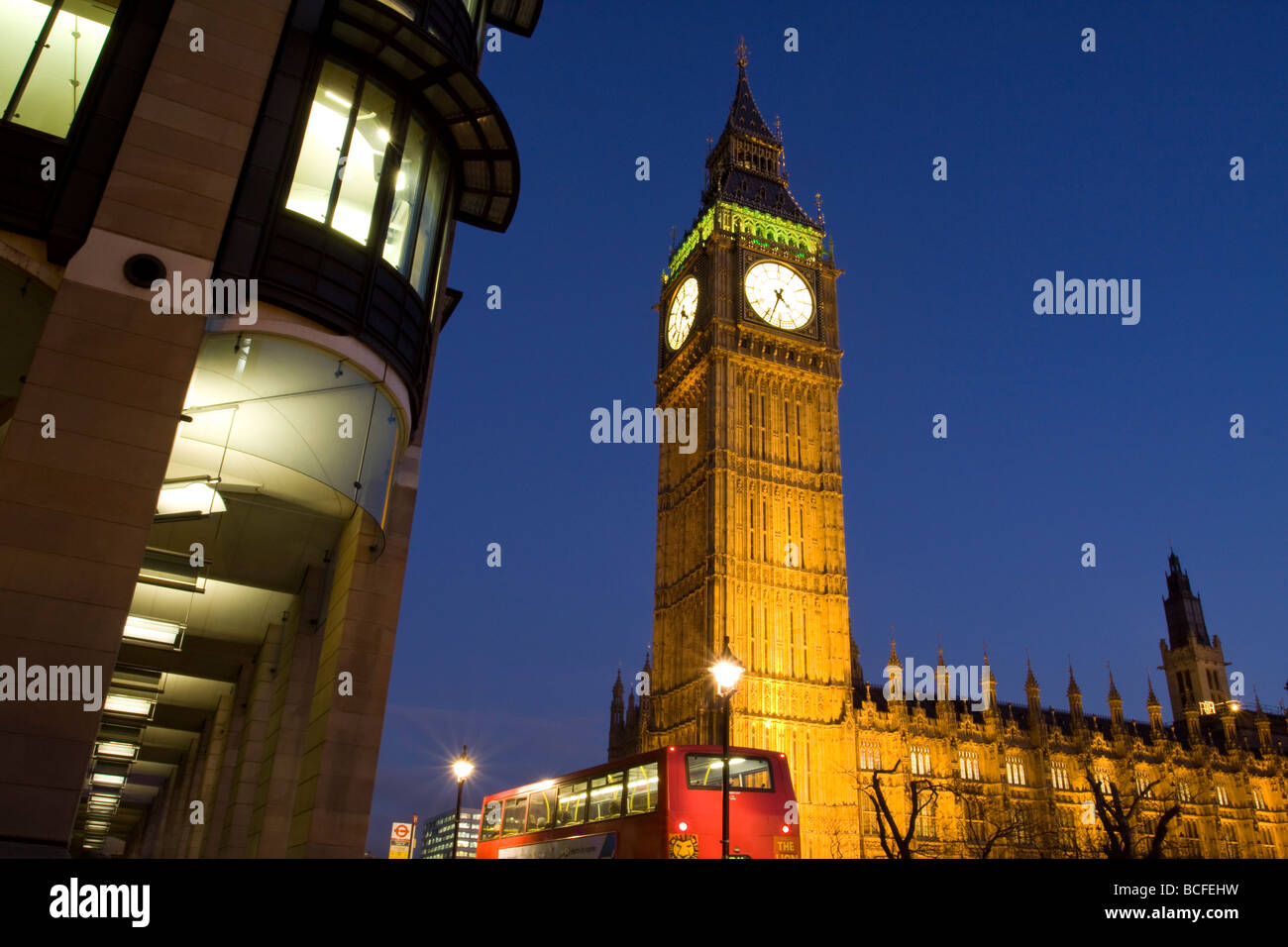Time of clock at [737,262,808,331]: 4:33
